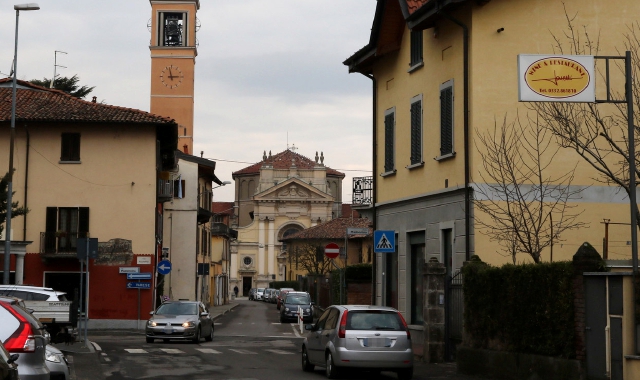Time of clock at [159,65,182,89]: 2:57
